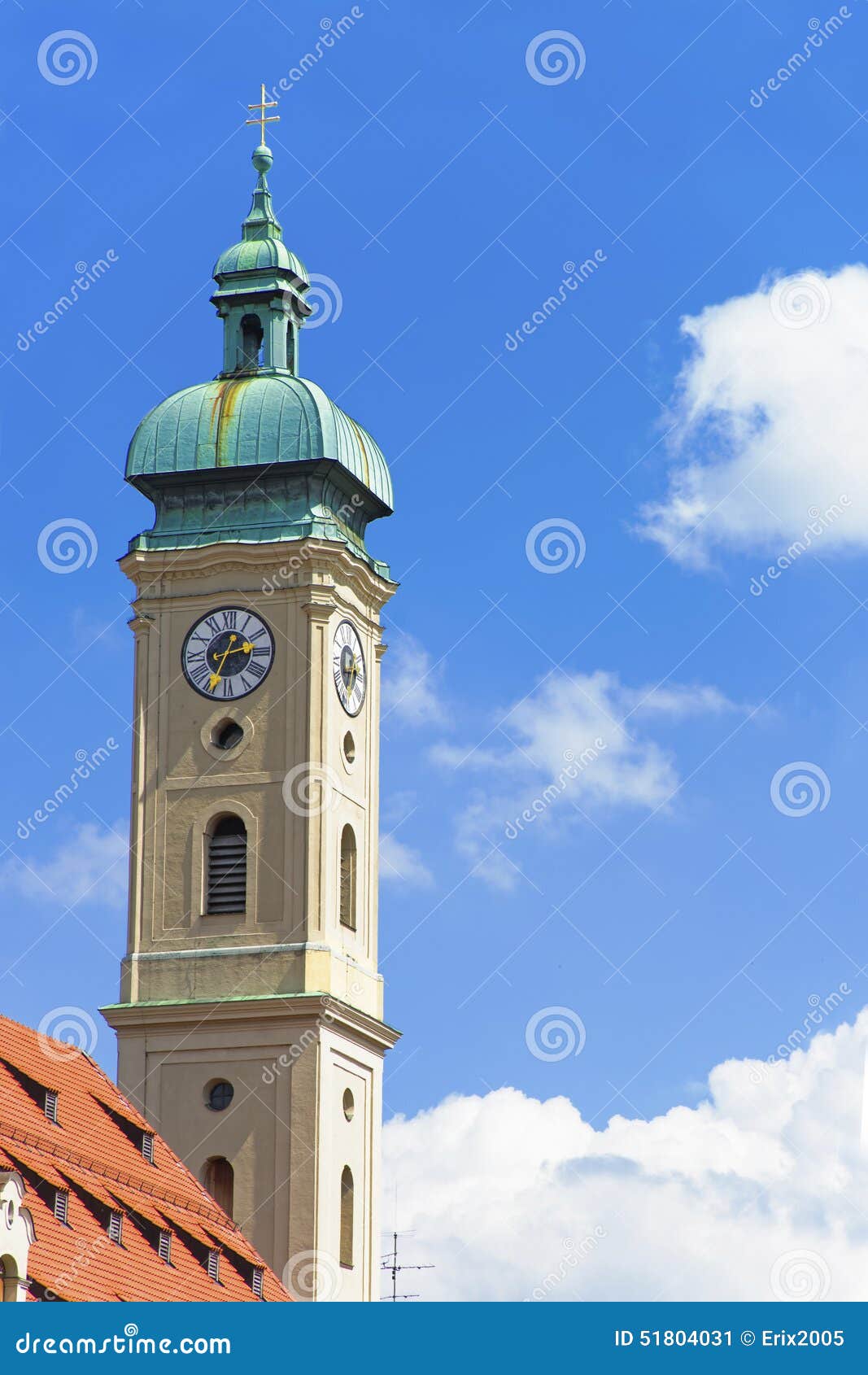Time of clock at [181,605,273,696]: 2:34
